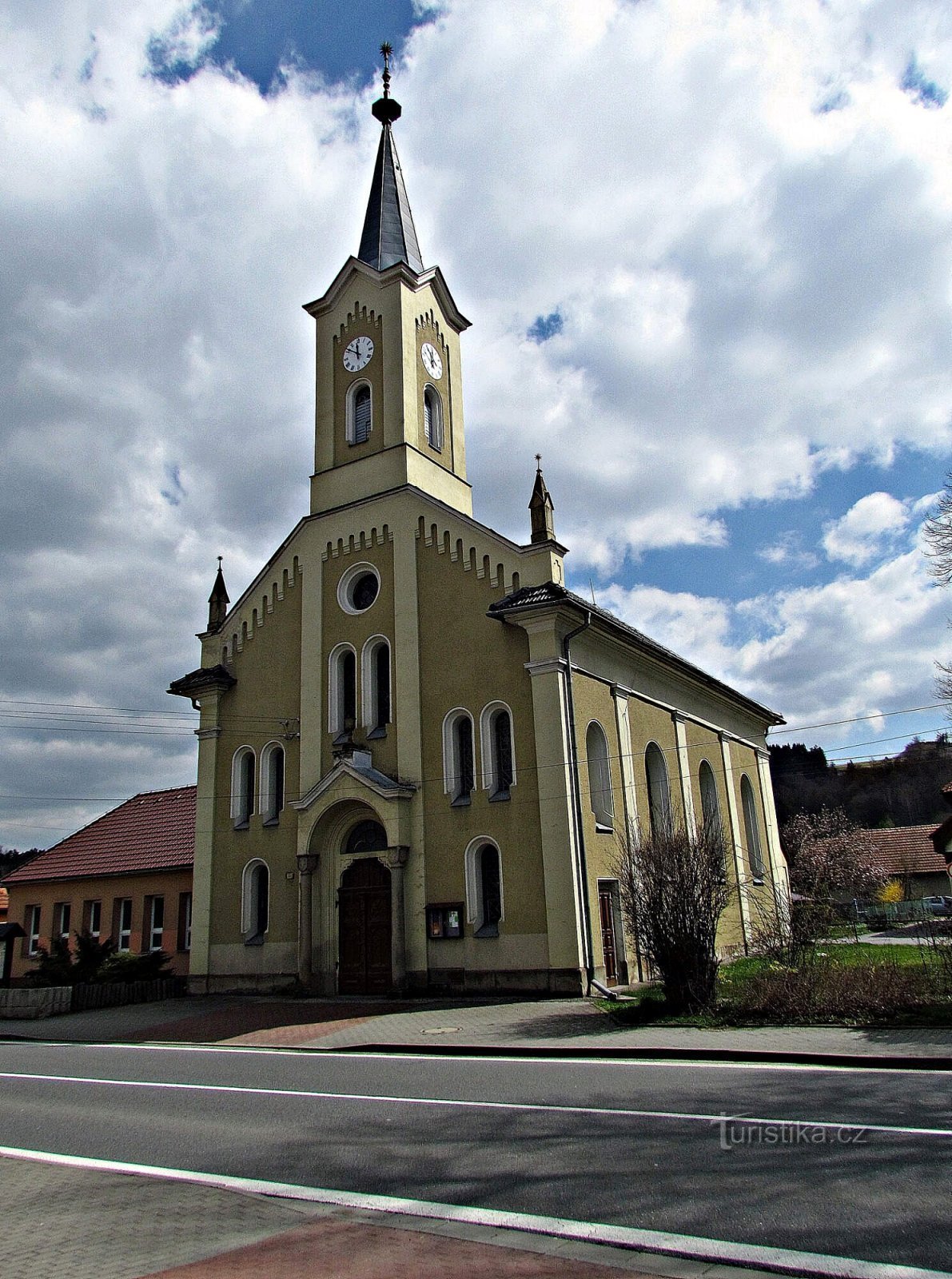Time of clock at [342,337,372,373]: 11:51
